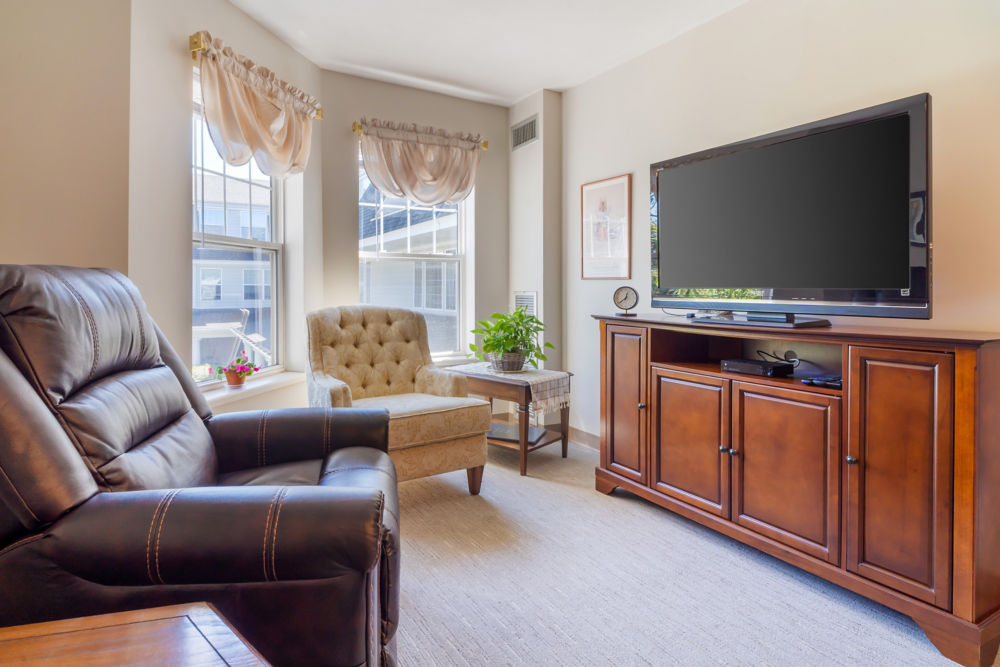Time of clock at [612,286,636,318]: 12:38
